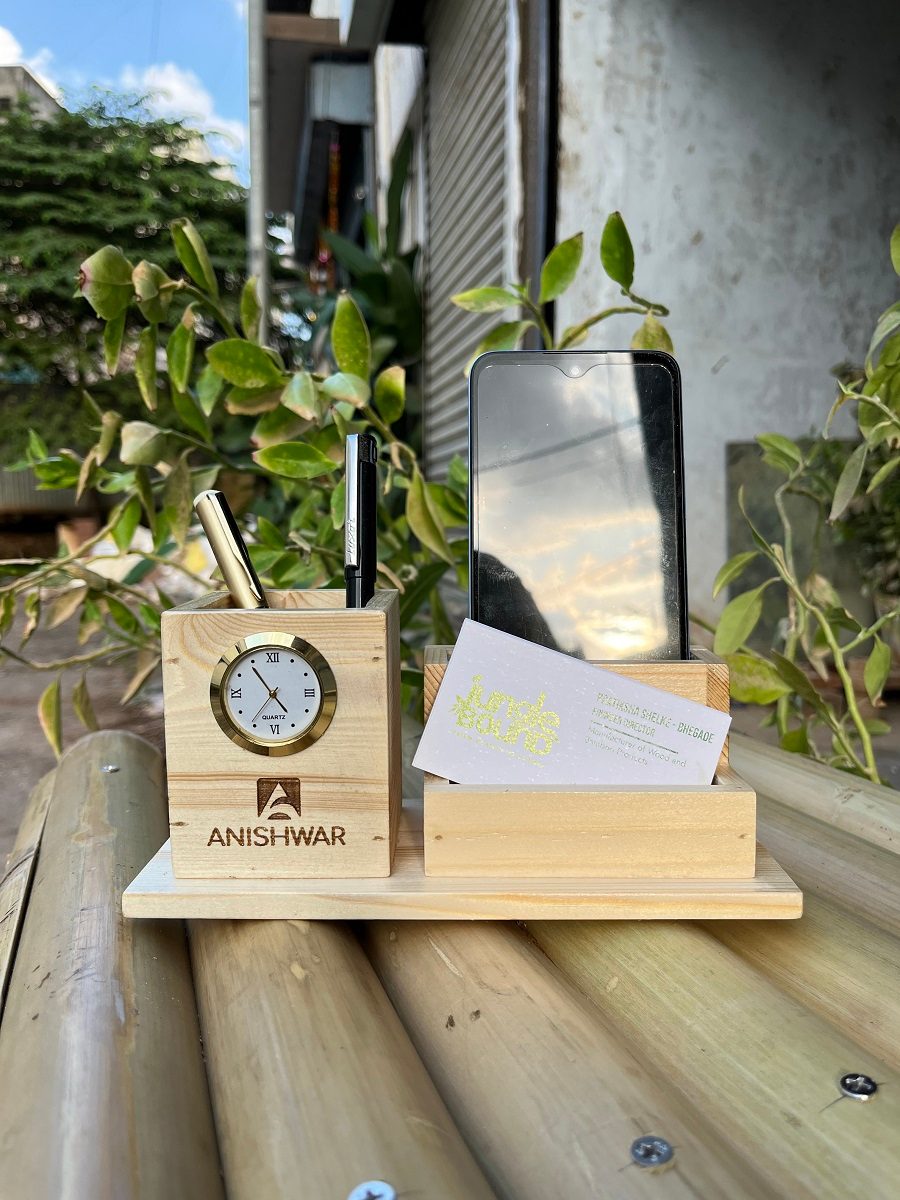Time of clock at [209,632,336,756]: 4:54
